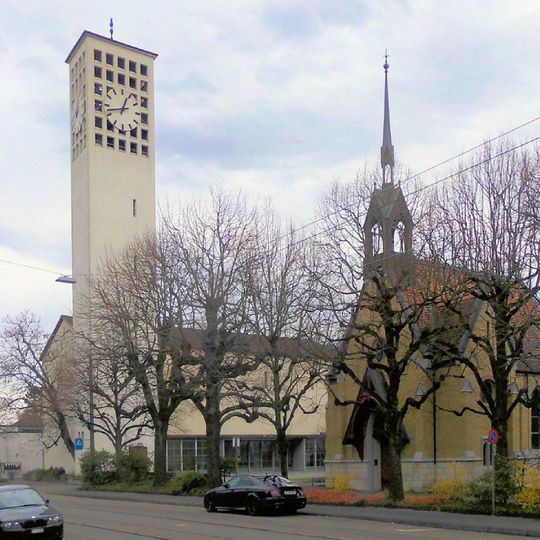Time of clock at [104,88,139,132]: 12:42
